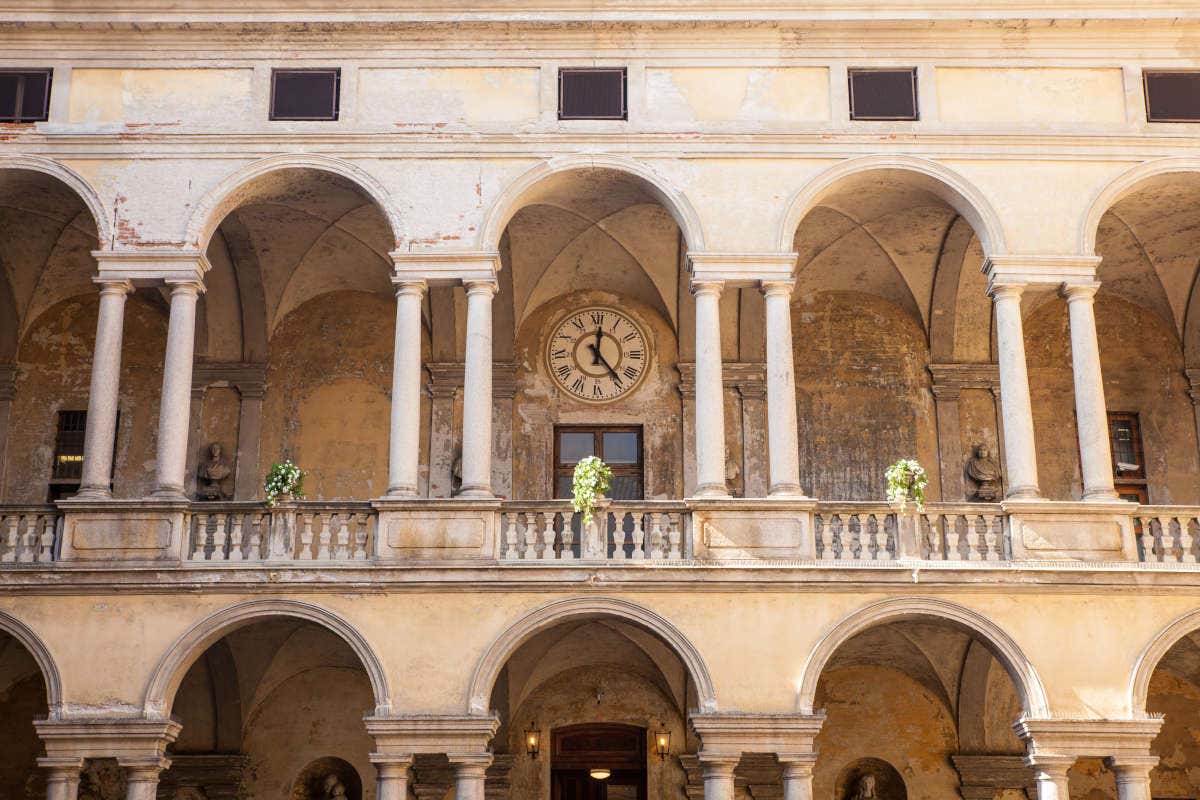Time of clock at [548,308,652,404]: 12:23
